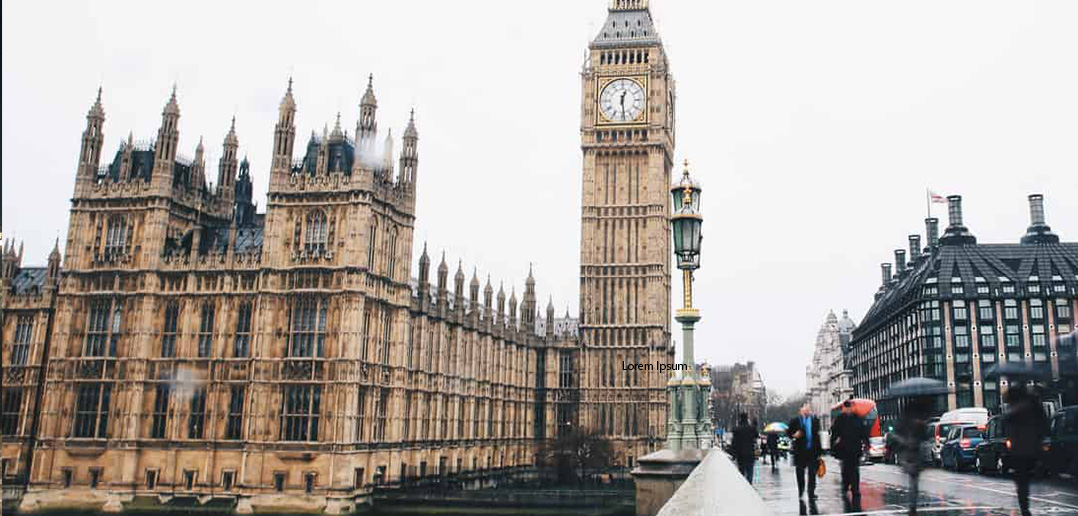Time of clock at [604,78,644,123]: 12:28
